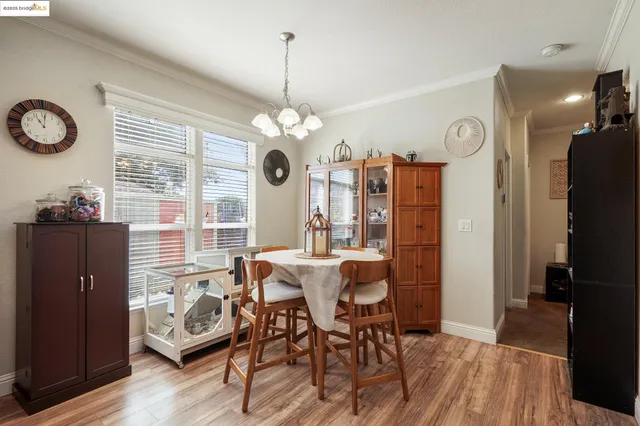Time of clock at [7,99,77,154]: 11:01
